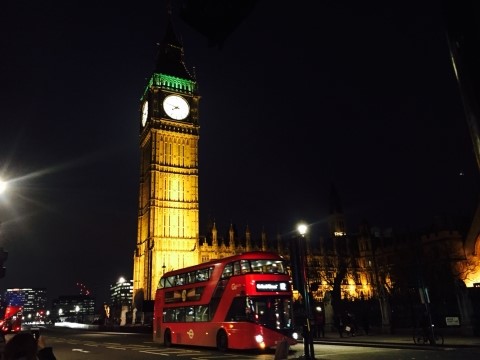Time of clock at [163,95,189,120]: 7:48
